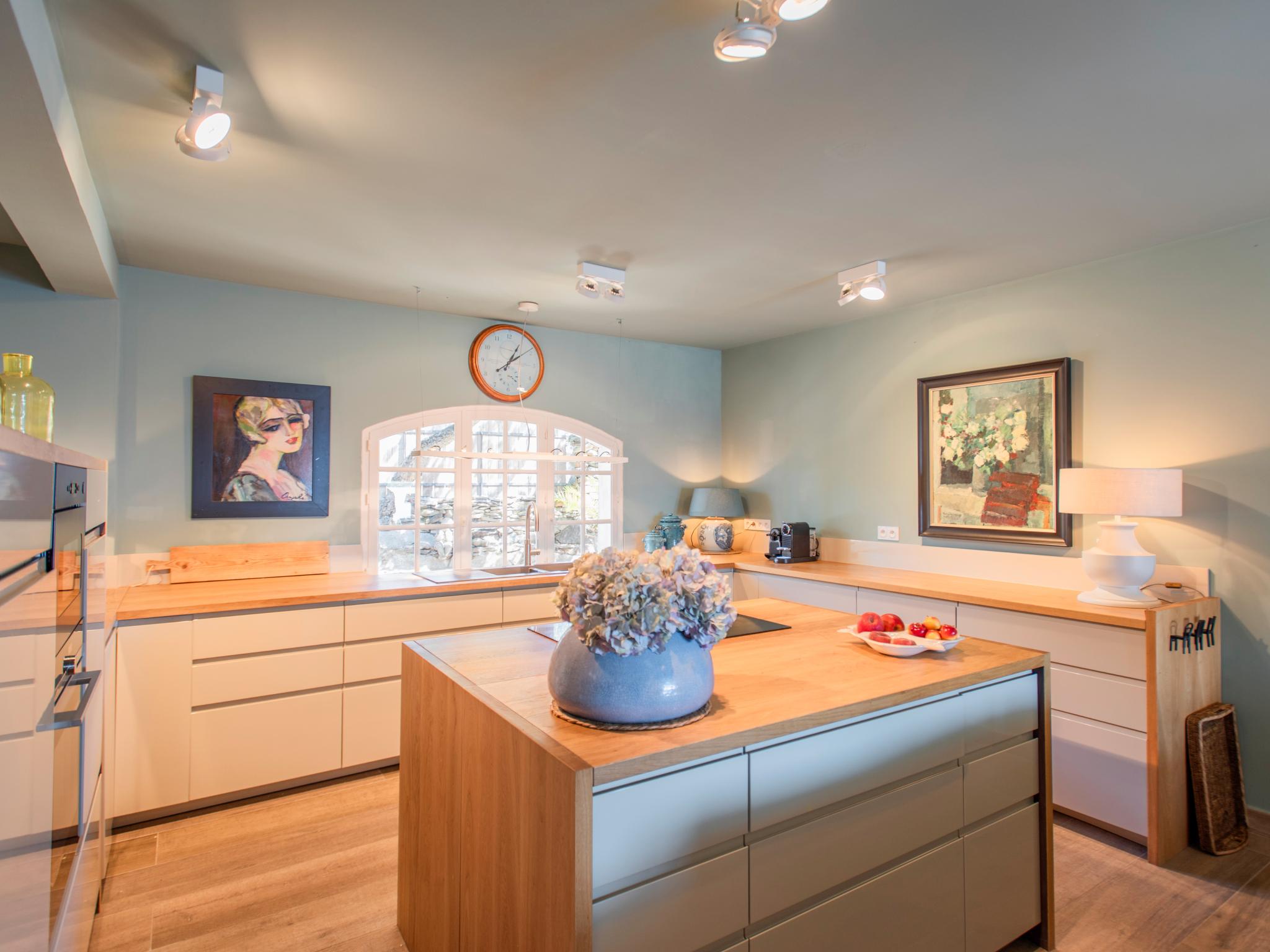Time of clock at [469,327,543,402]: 1:09
